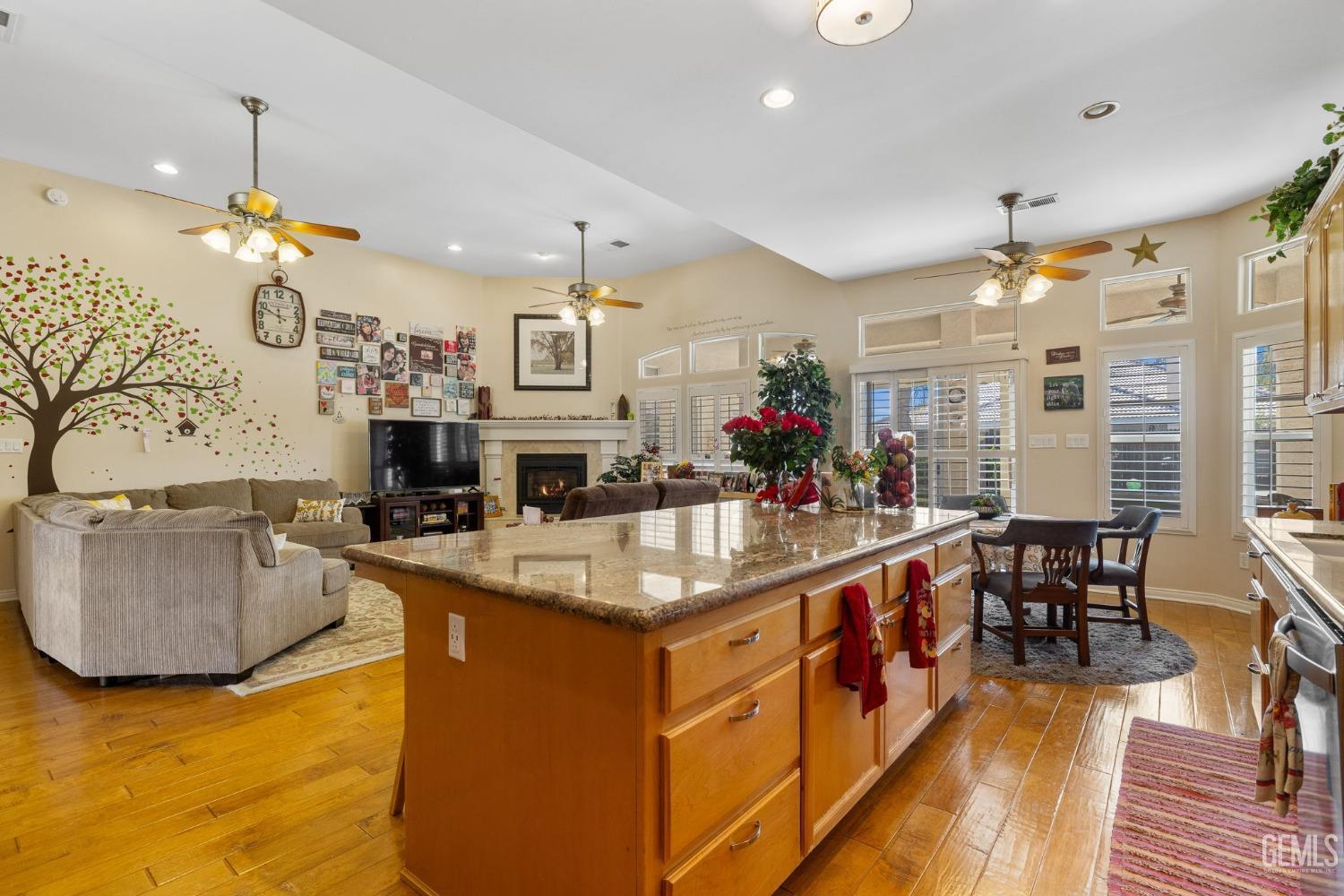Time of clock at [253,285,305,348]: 11:48
